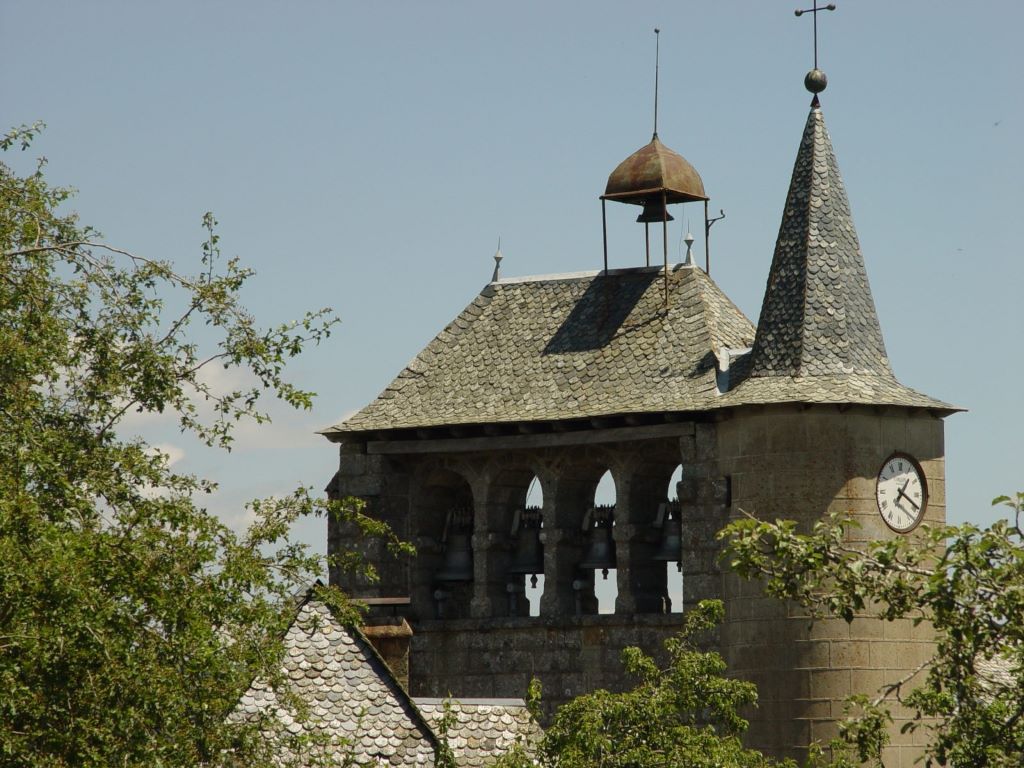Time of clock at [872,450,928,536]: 1:19
